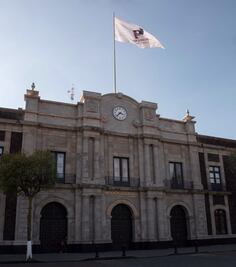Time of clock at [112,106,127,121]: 3:37
